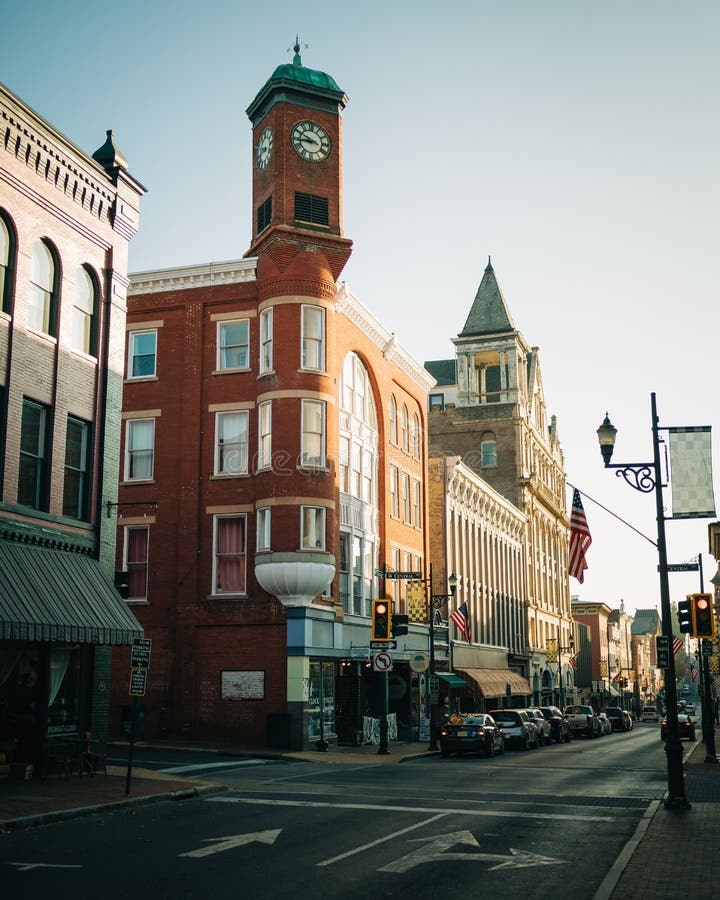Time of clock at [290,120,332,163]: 8:49
